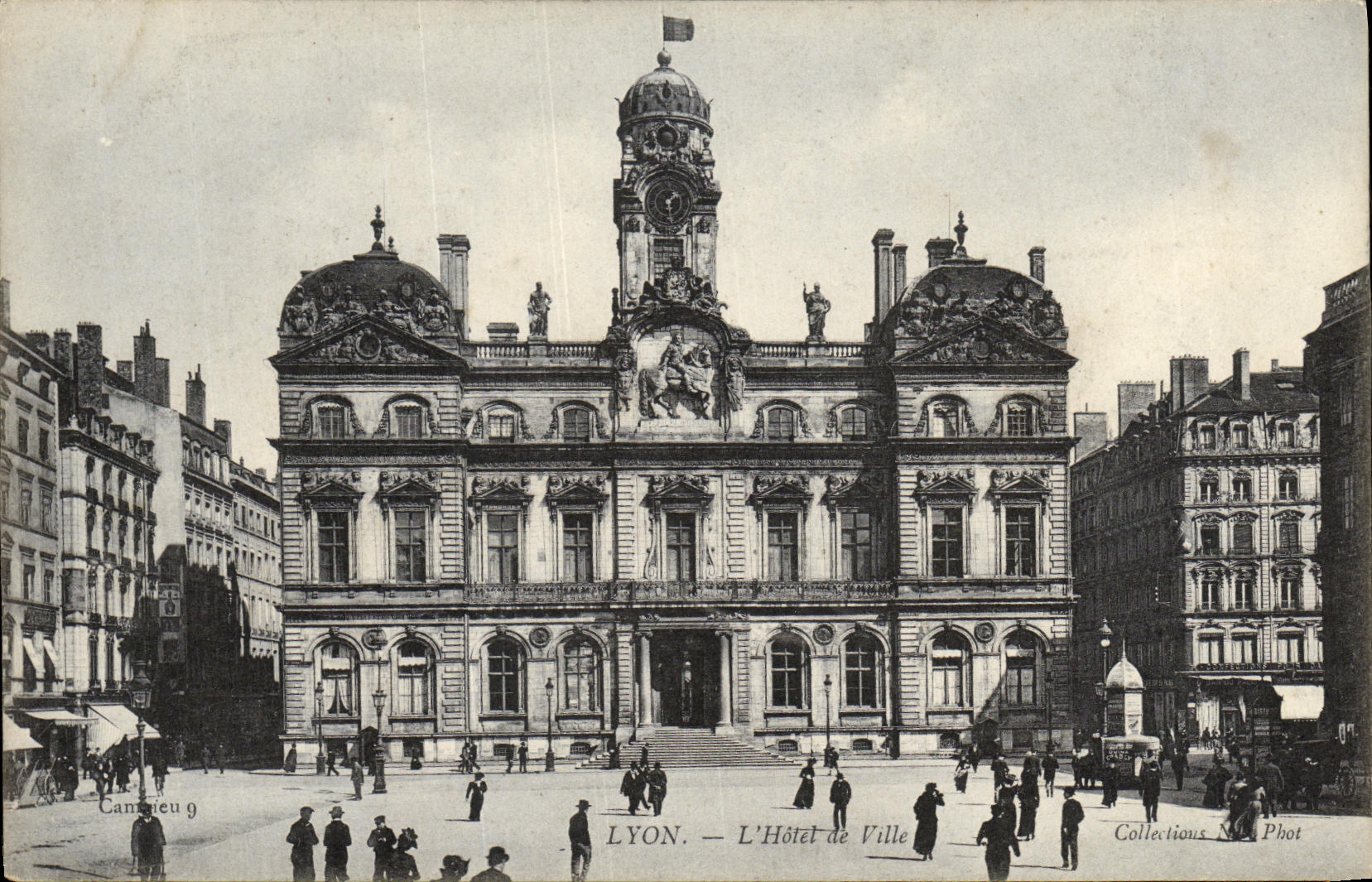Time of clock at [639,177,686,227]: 1:28
